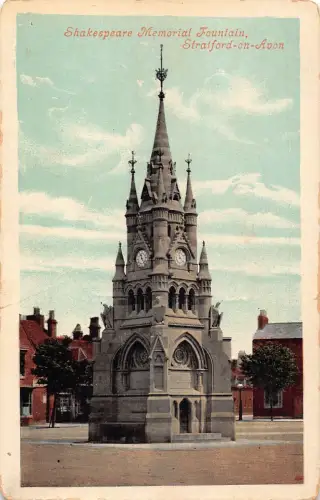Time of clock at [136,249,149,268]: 11:23
